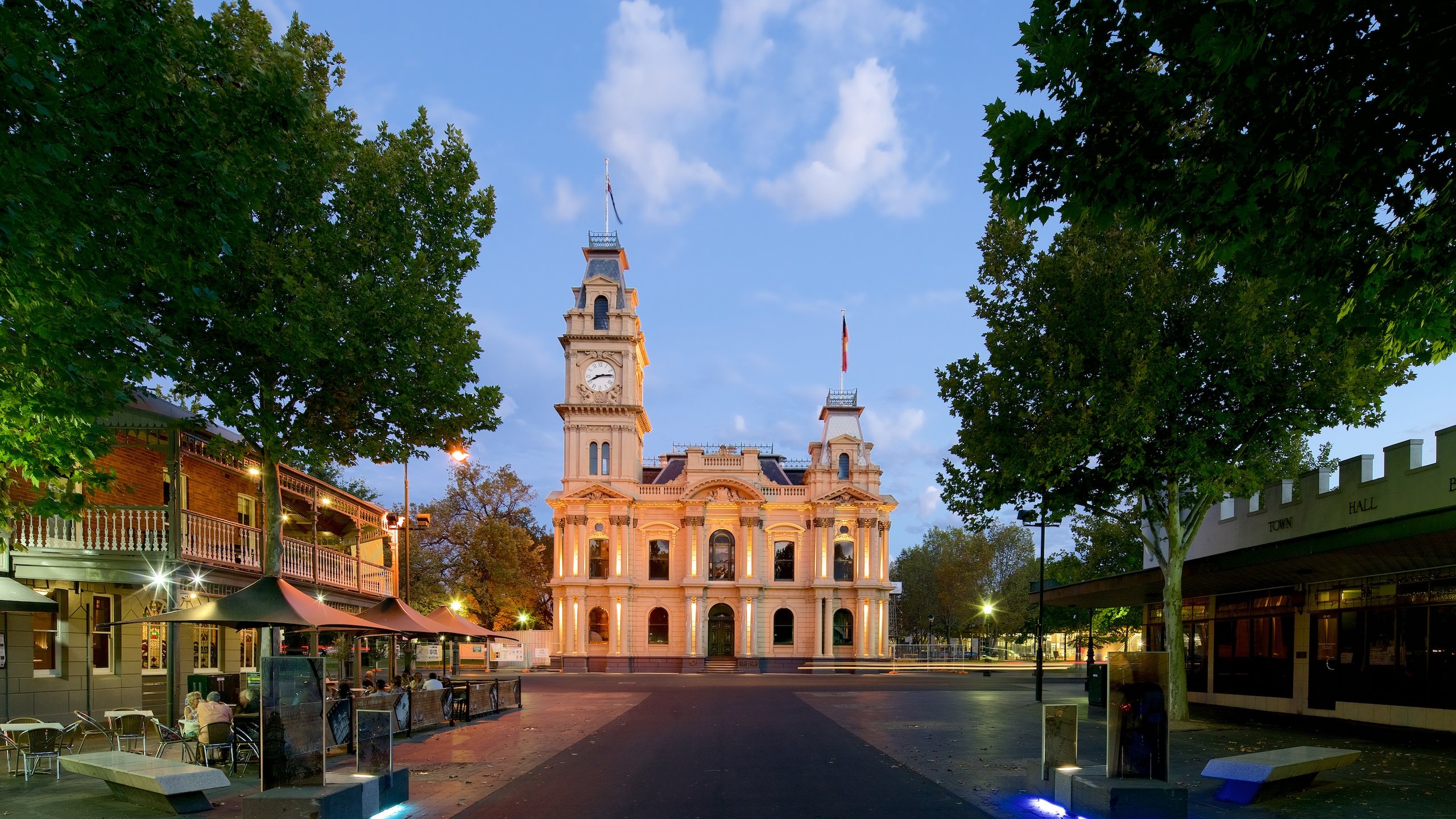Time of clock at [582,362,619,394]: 8:14
